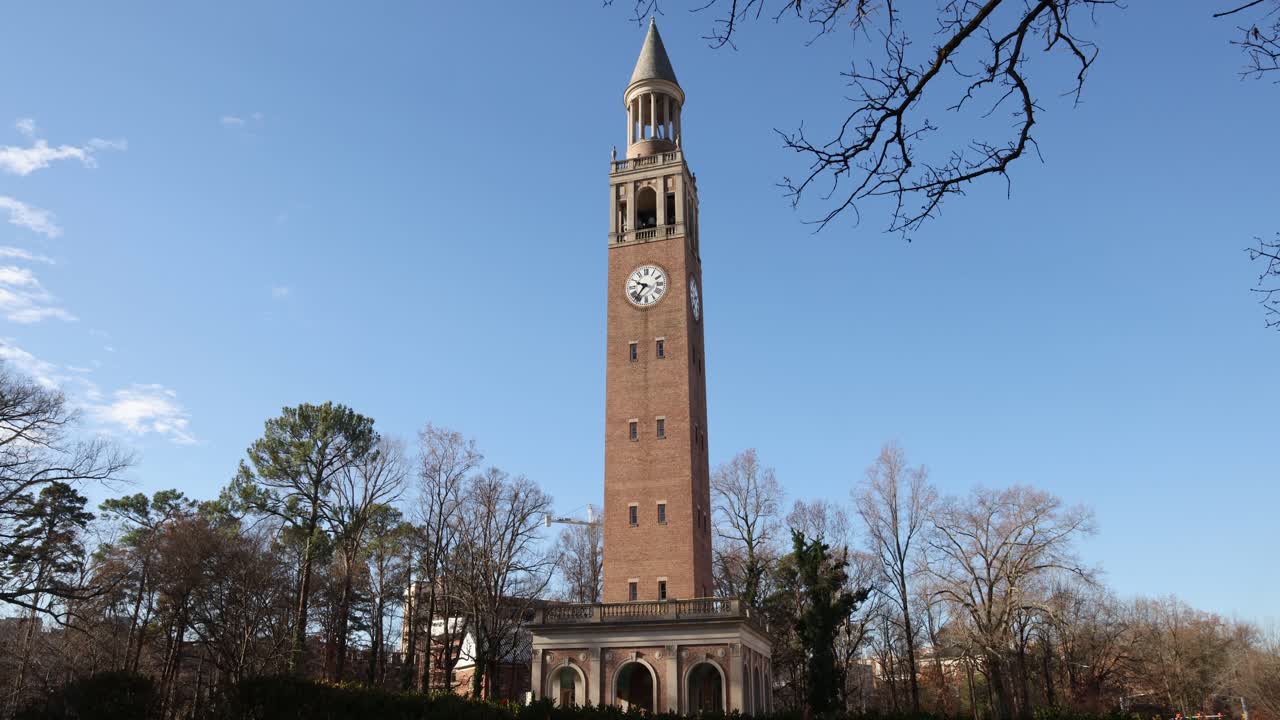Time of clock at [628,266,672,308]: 9:36
